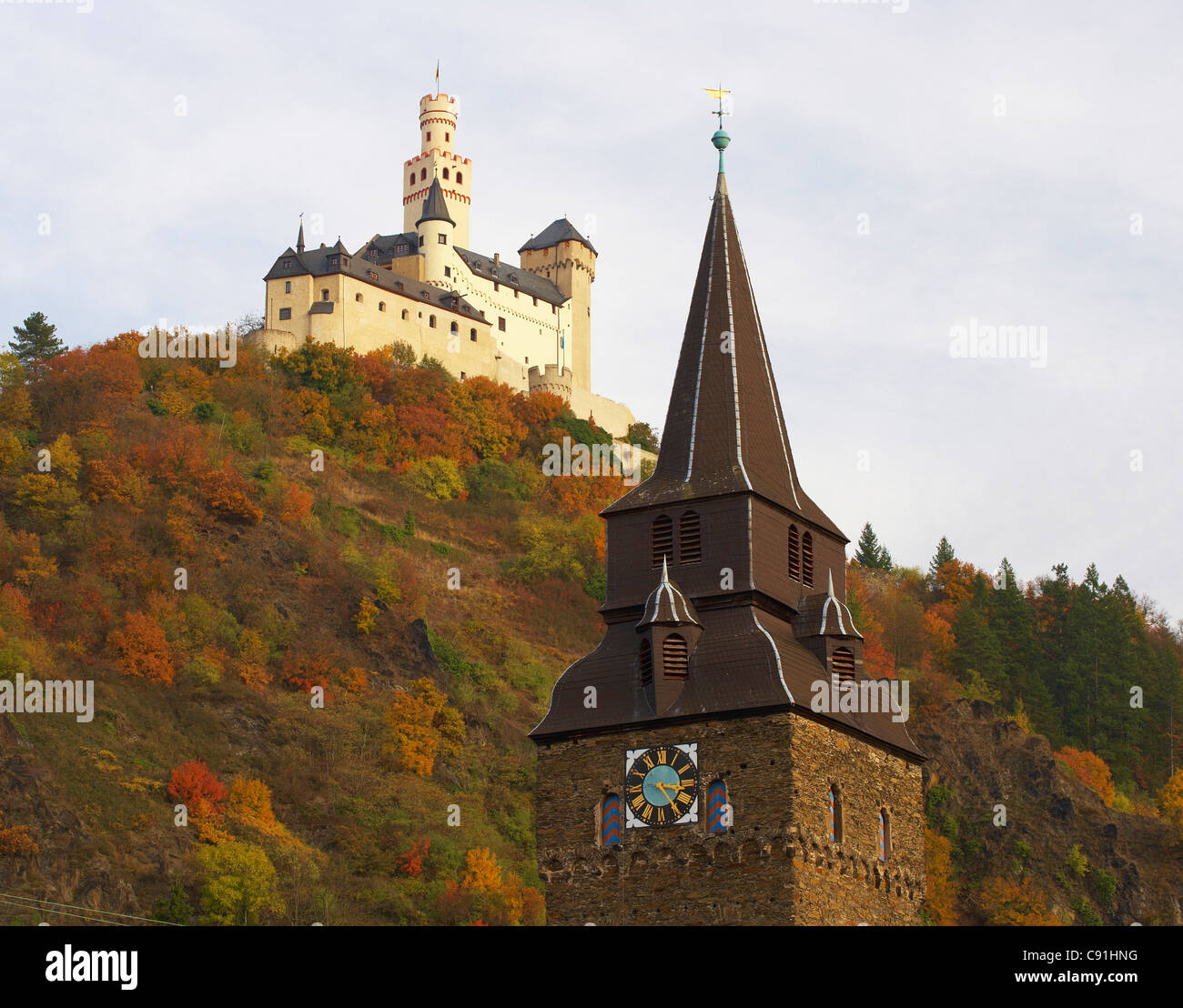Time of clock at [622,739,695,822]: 3:23
